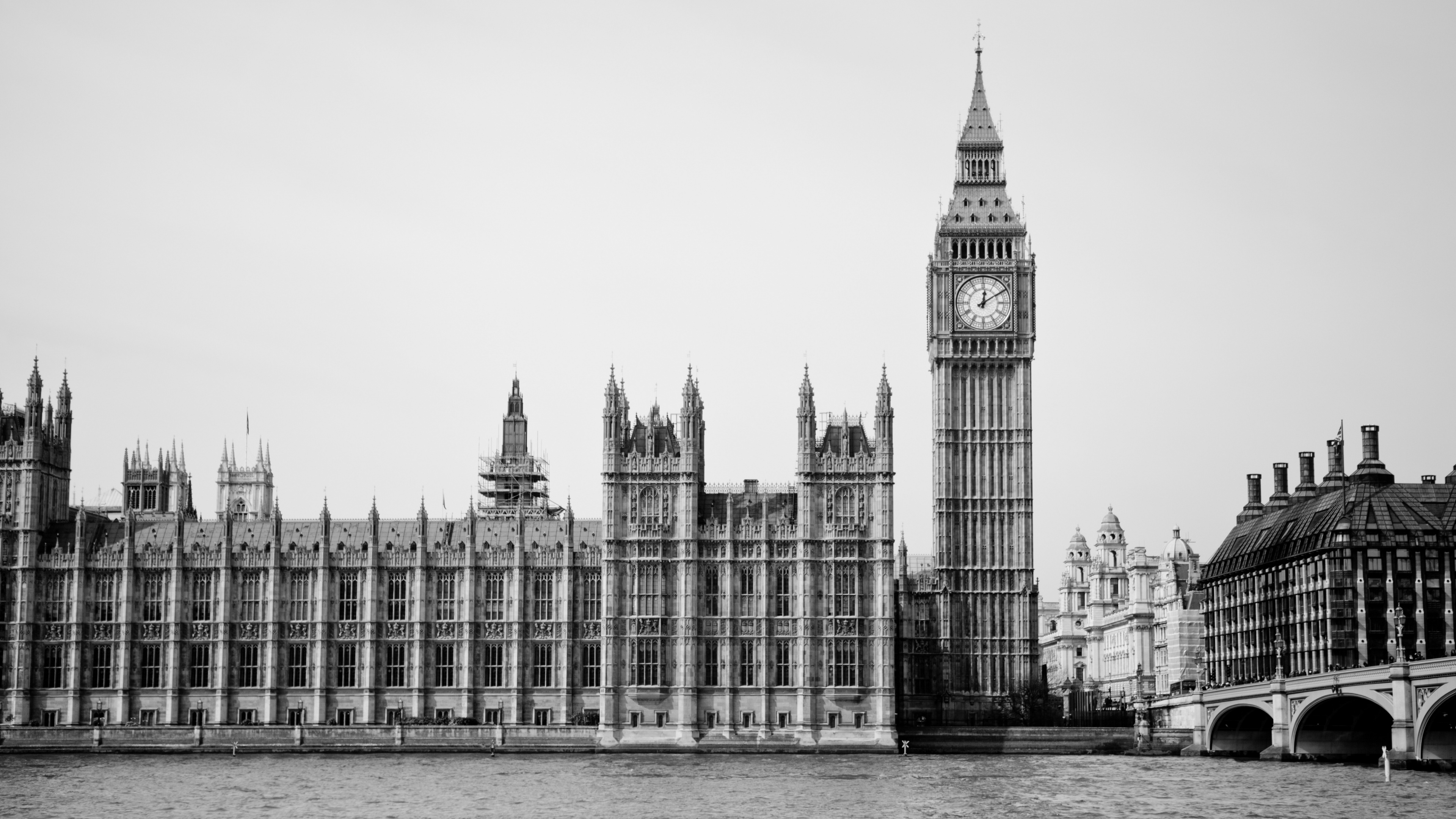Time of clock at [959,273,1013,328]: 12:09
